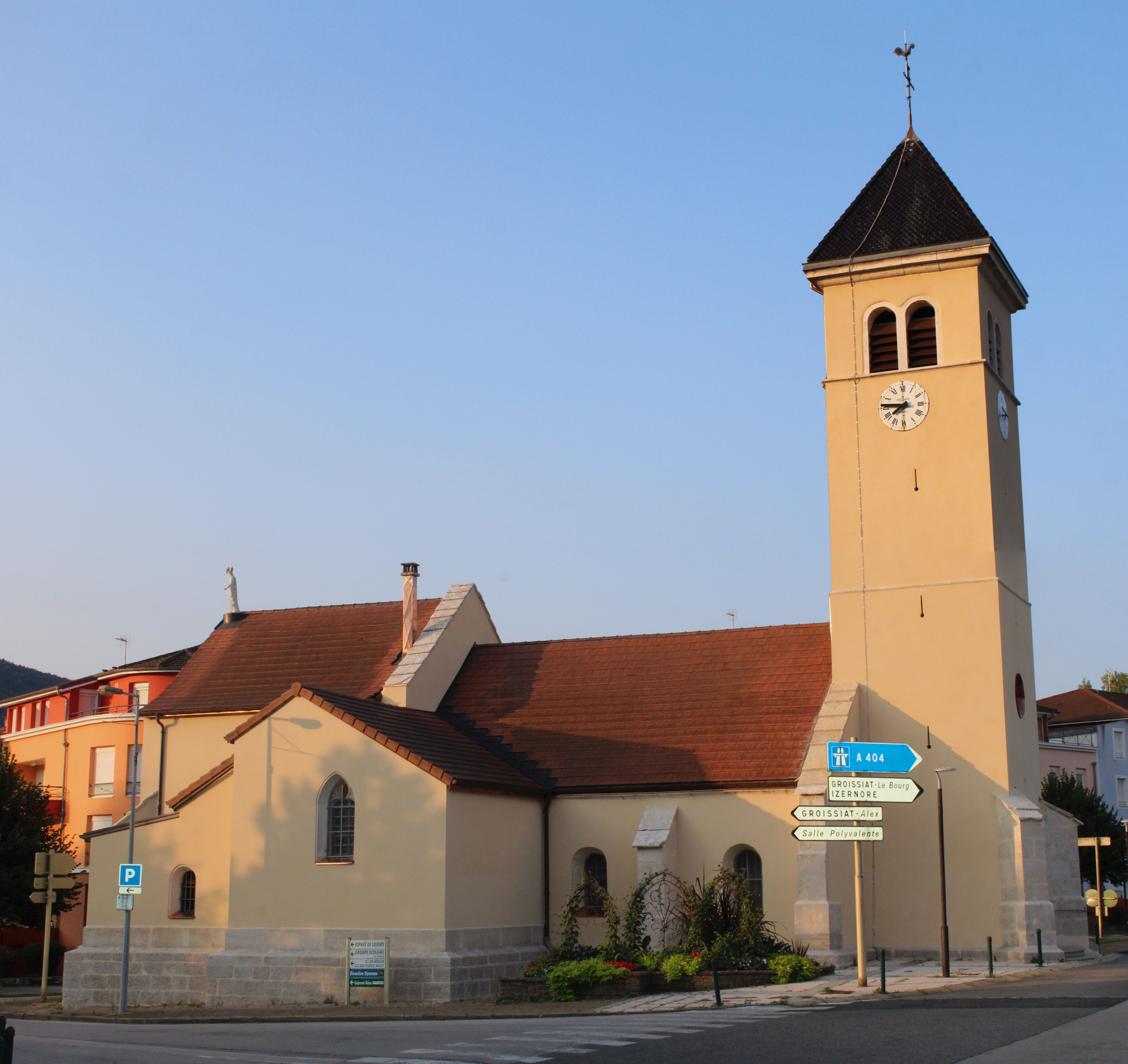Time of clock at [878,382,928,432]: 7:45
